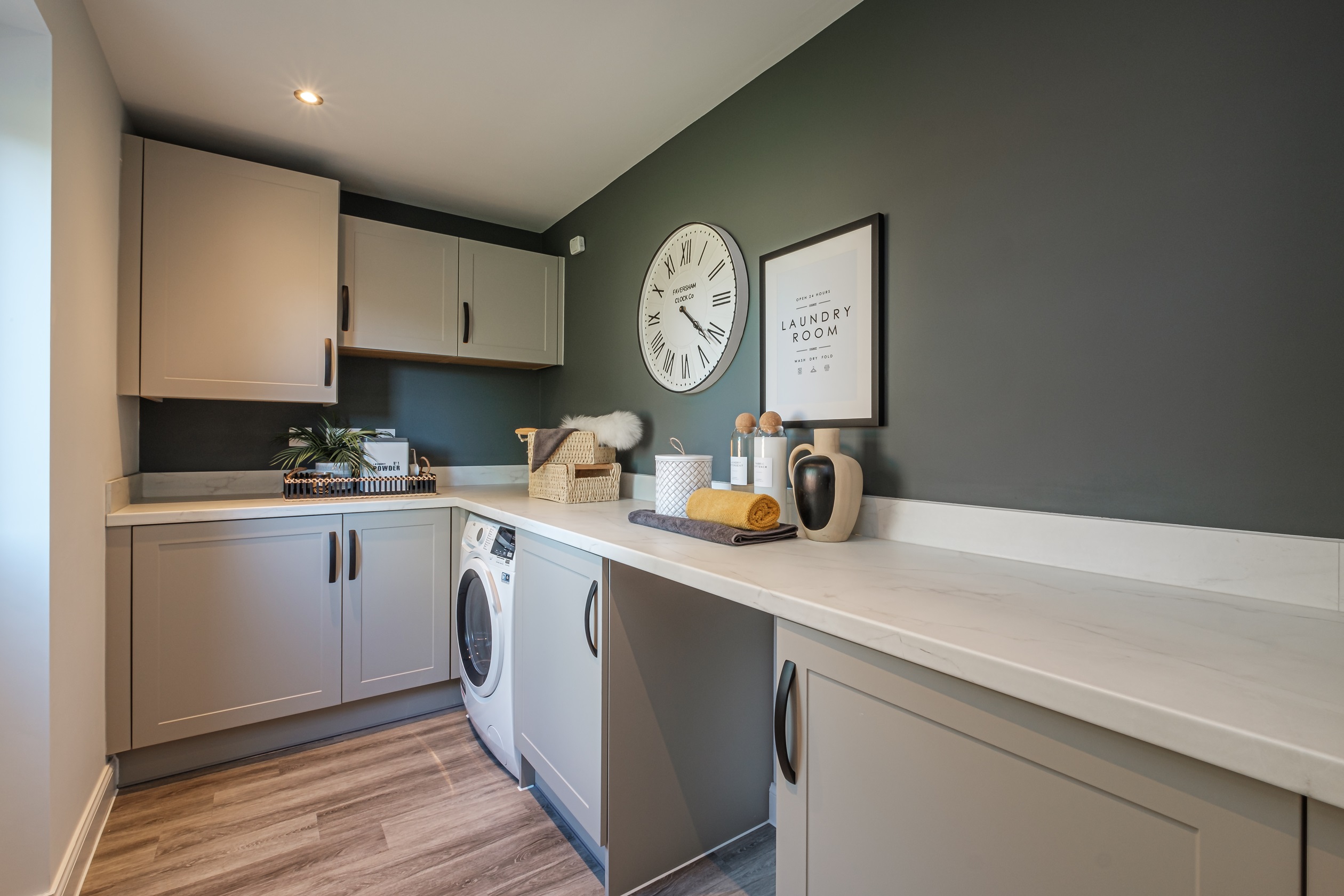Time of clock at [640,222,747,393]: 4:21
